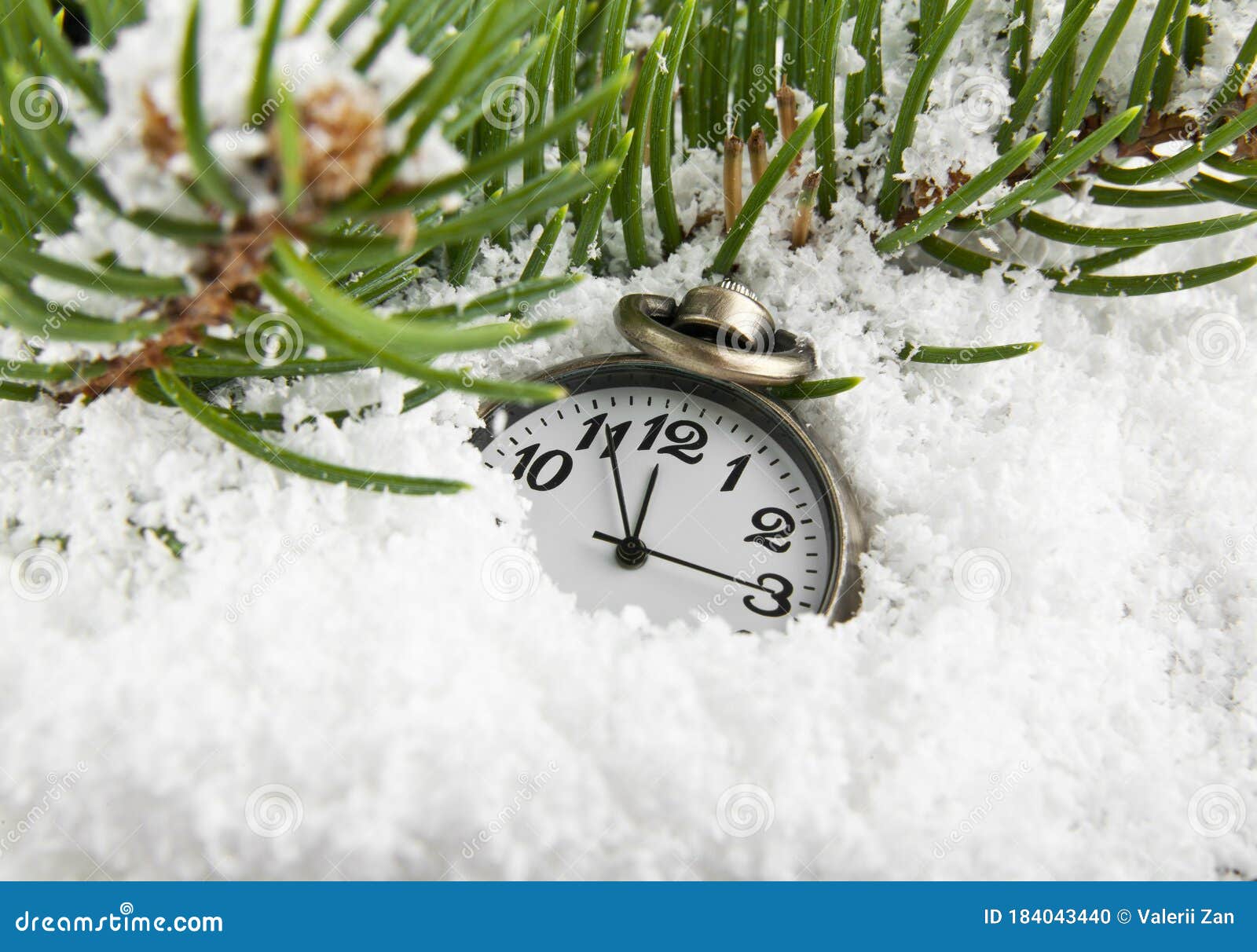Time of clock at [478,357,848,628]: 11:55
